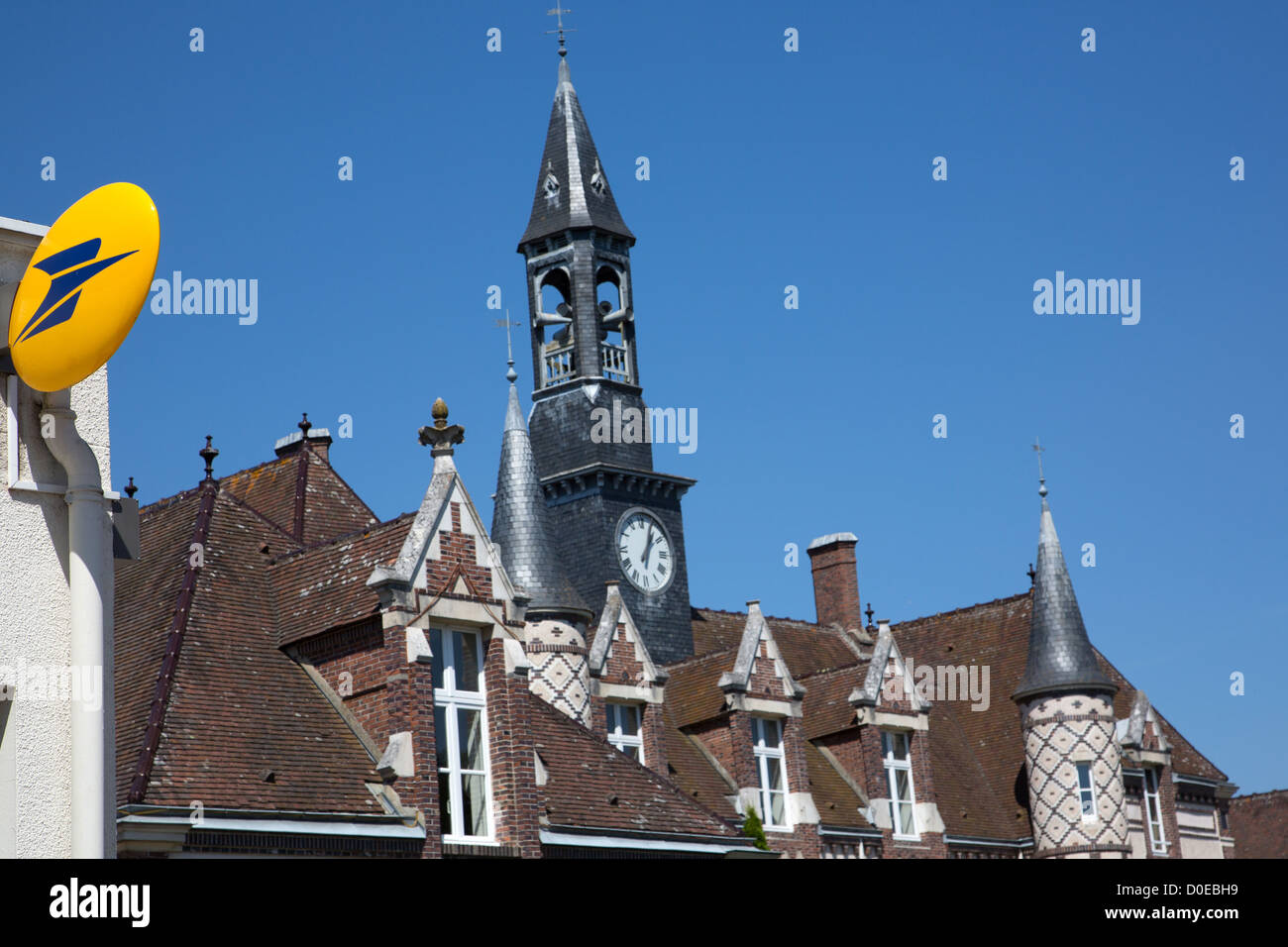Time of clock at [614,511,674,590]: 1:03
